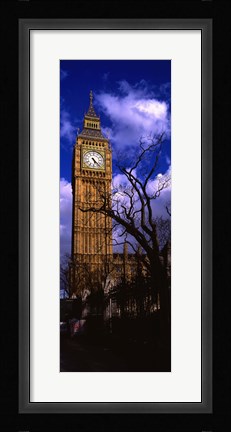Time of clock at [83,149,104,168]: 5:23
